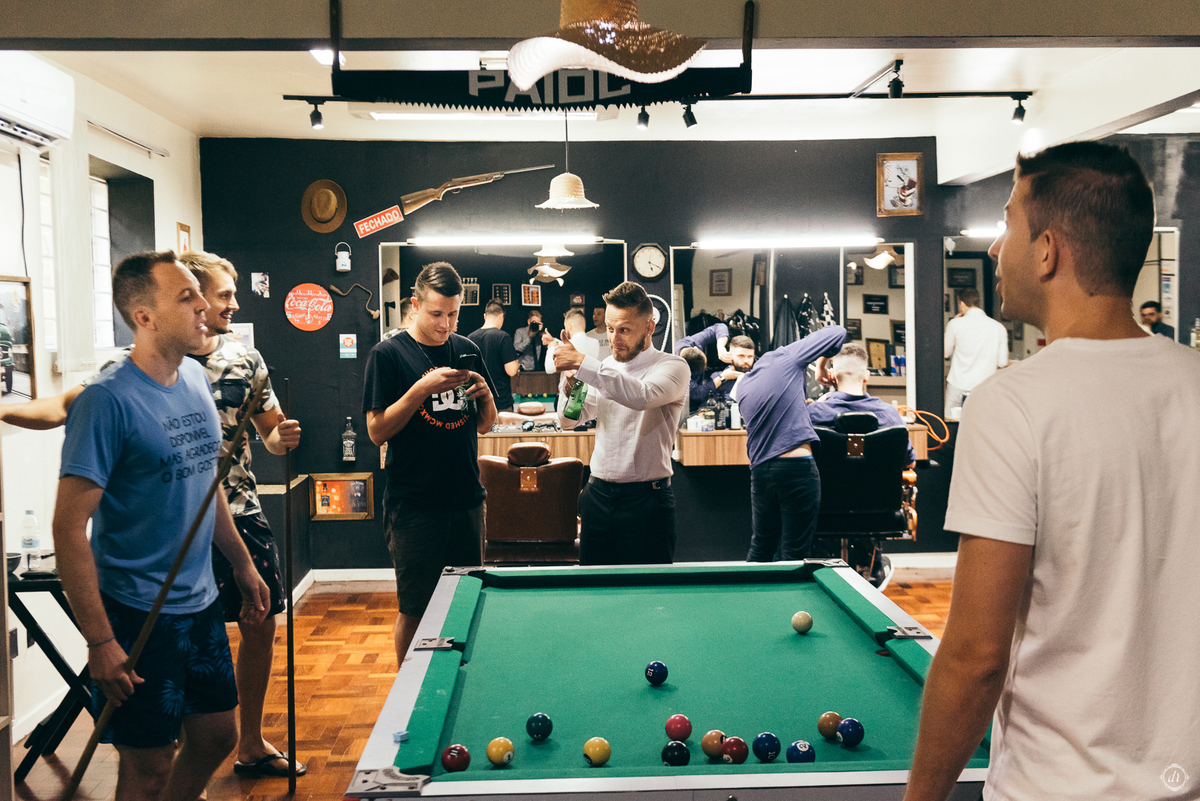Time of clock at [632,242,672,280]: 5:19
